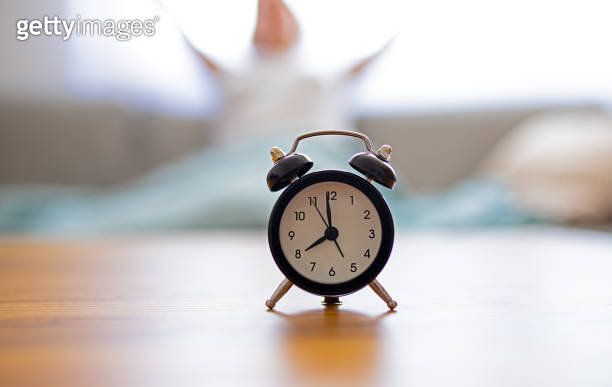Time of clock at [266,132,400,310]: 7:59
